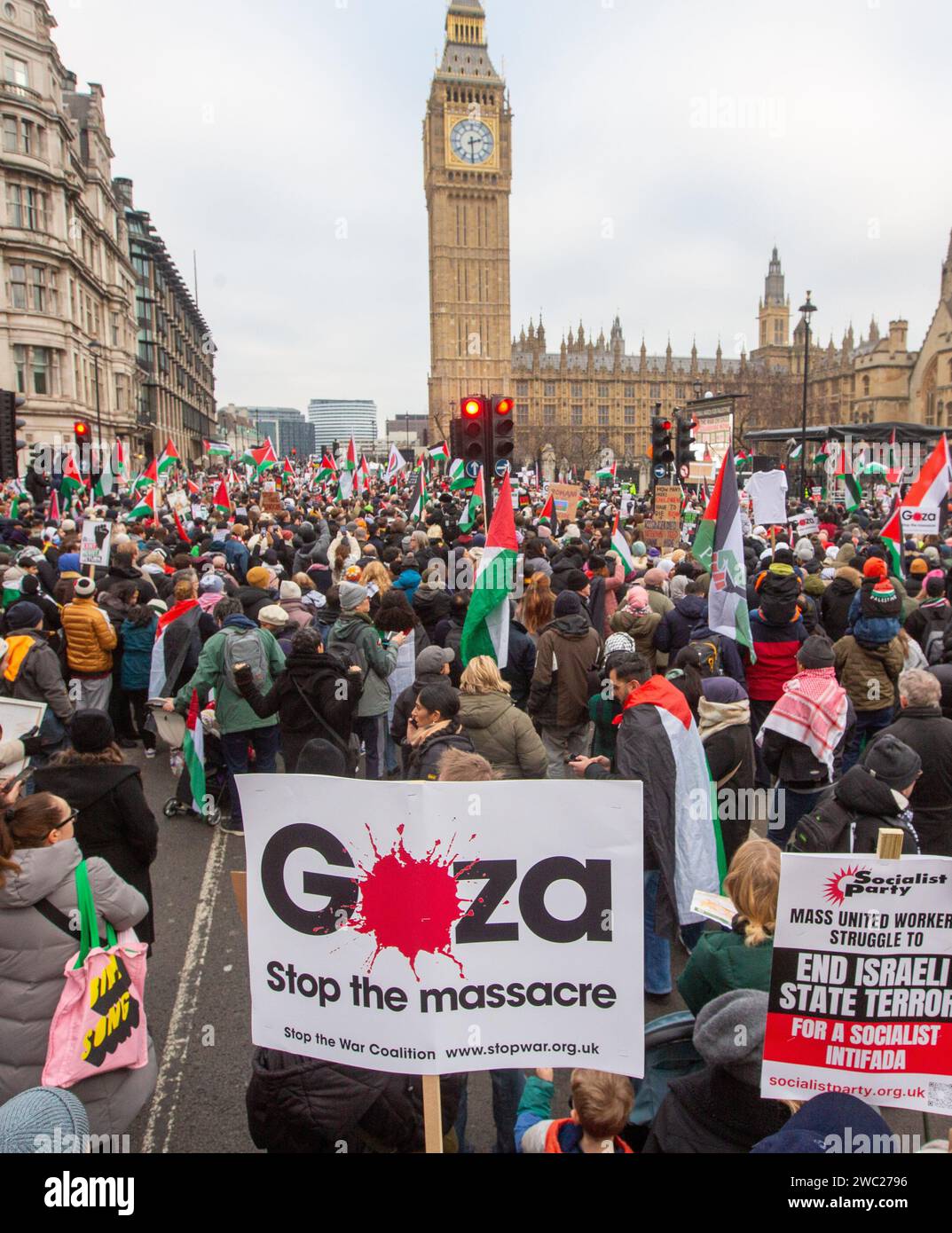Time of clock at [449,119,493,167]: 2:29
